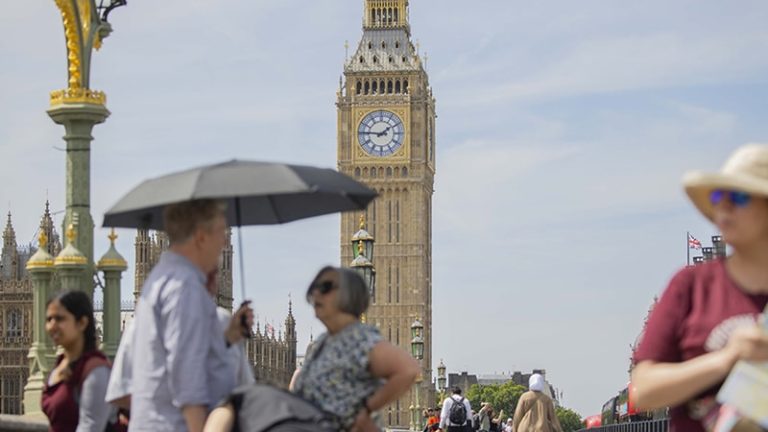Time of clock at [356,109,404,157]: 1:46
